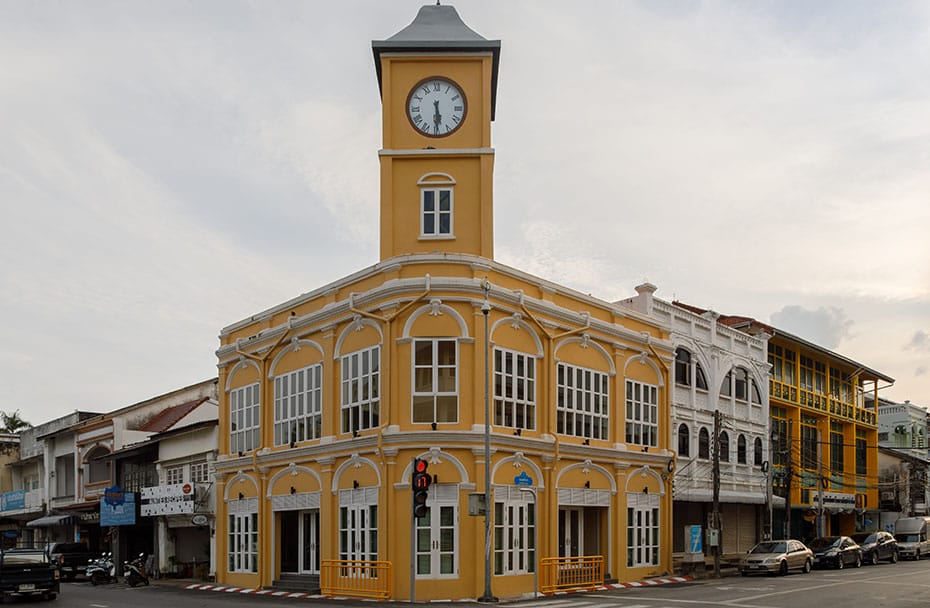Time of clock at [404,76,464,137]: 5:29
